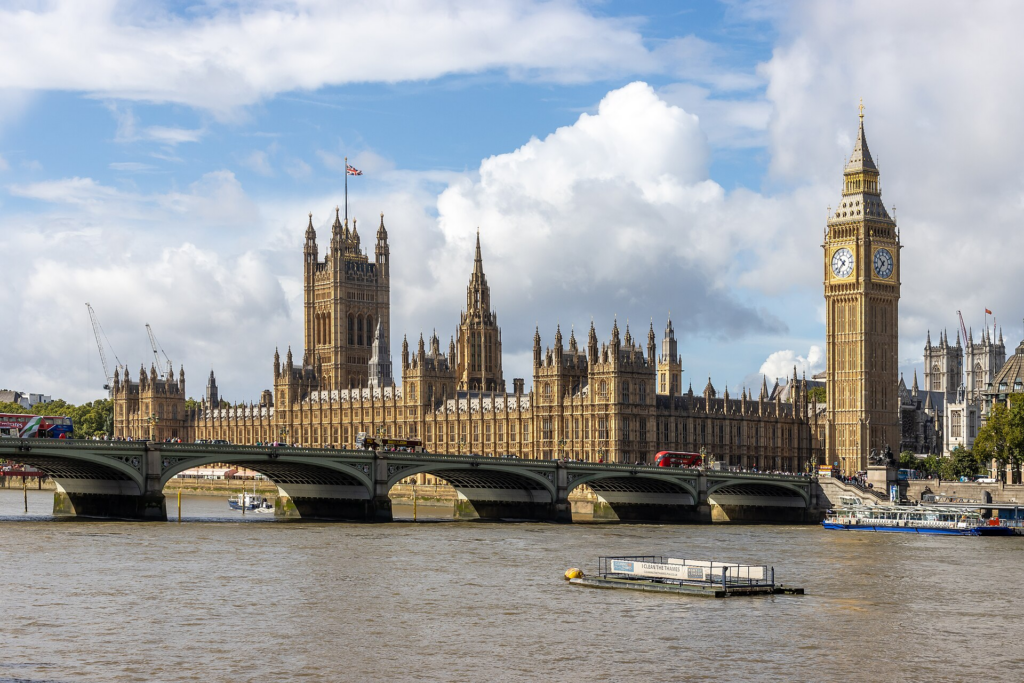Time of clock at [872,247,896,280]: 10:36
